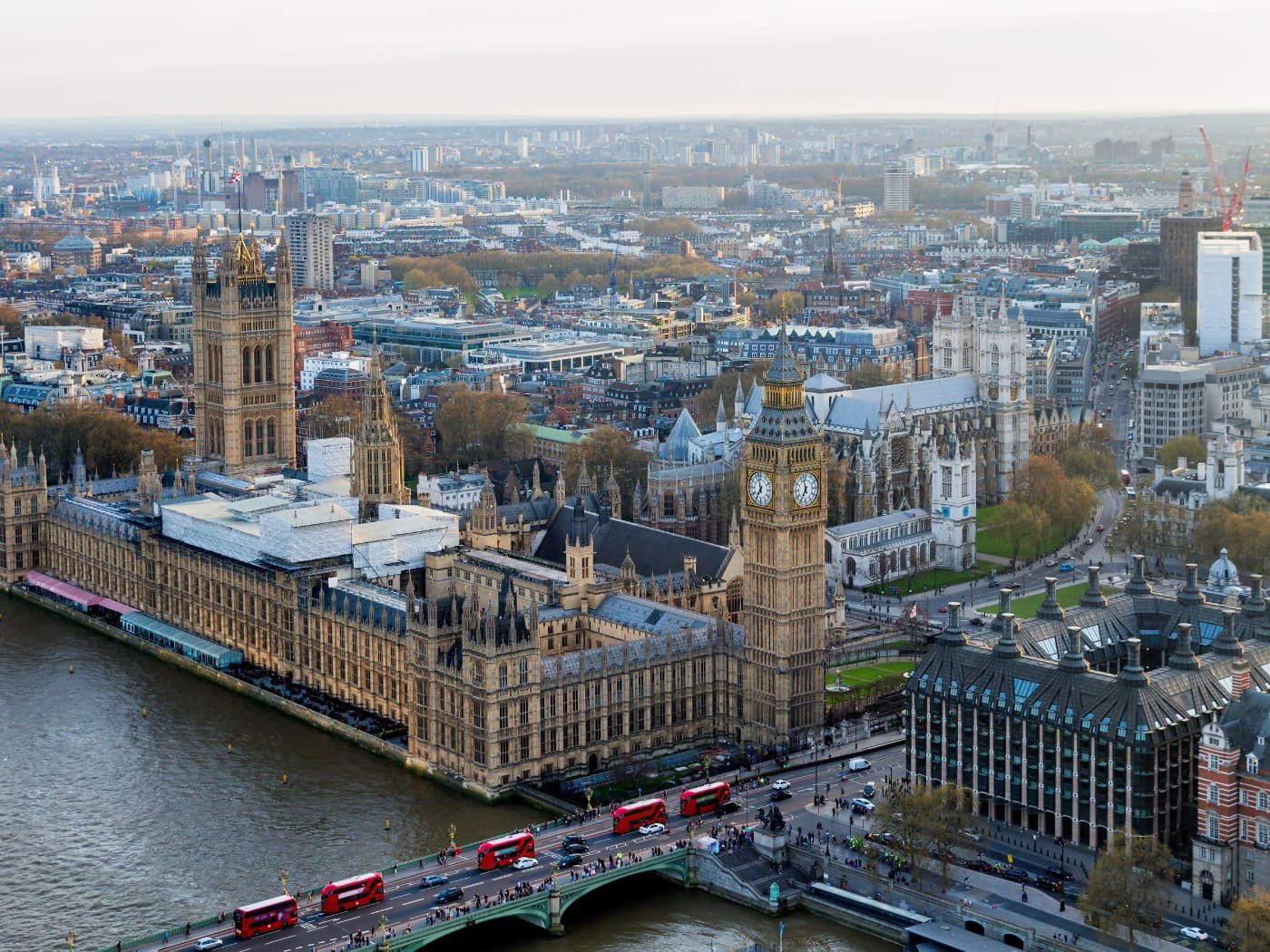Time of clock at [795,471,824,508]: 6:58
